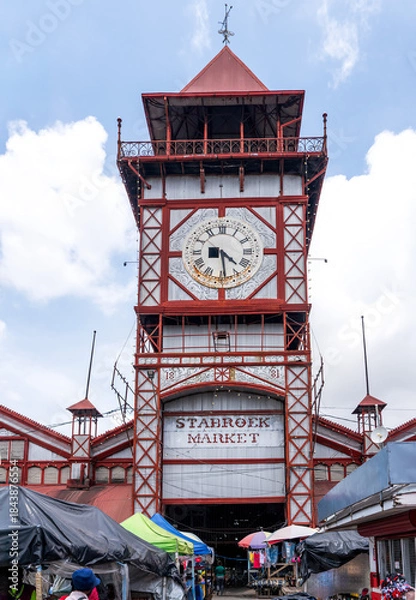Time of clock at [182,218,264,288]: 4:28
